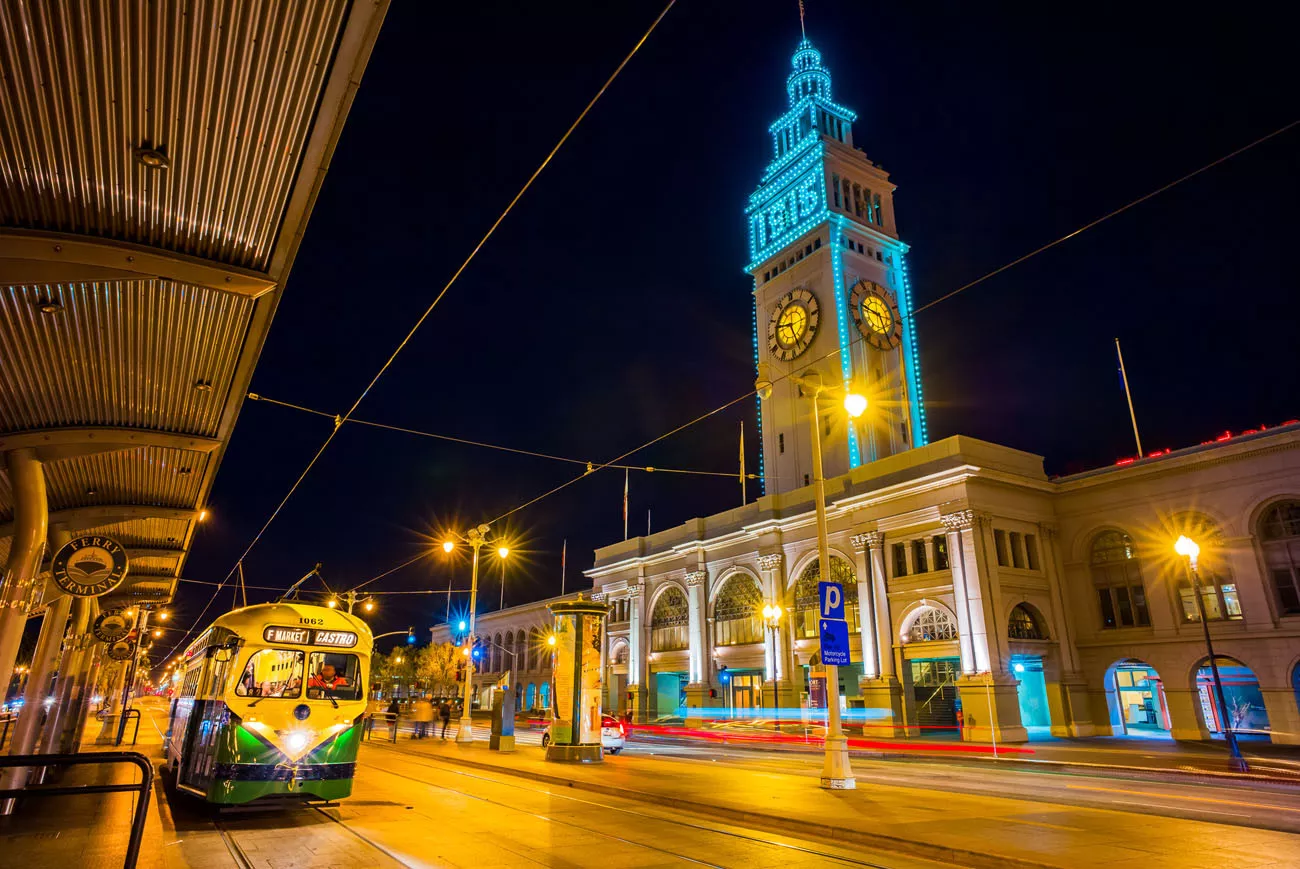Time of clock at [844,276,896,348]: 9:25
